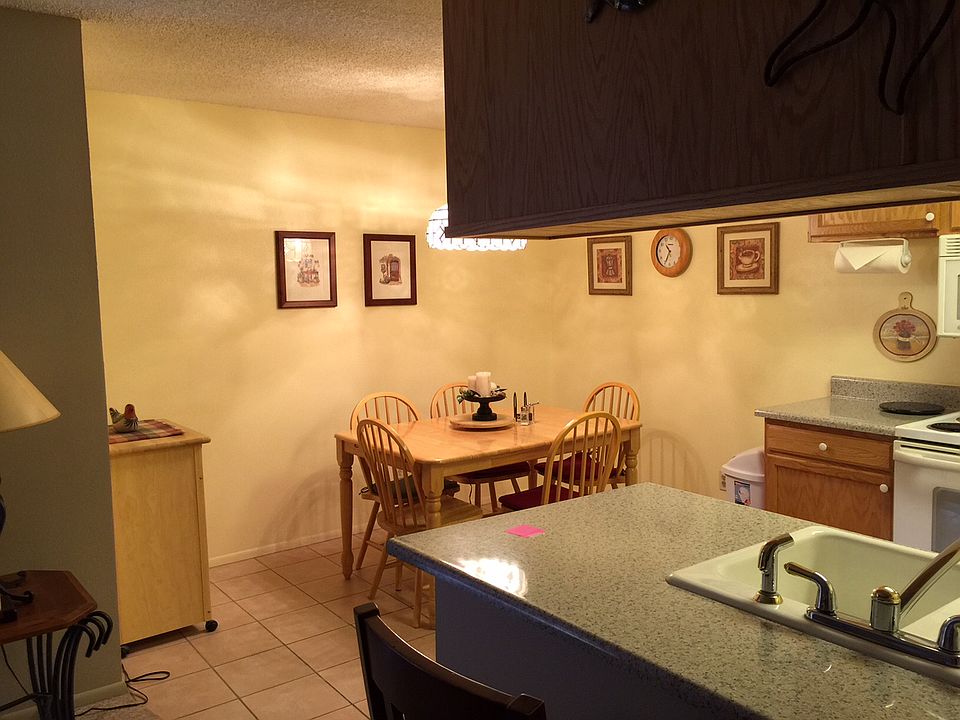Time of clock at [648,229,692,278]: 10:34
